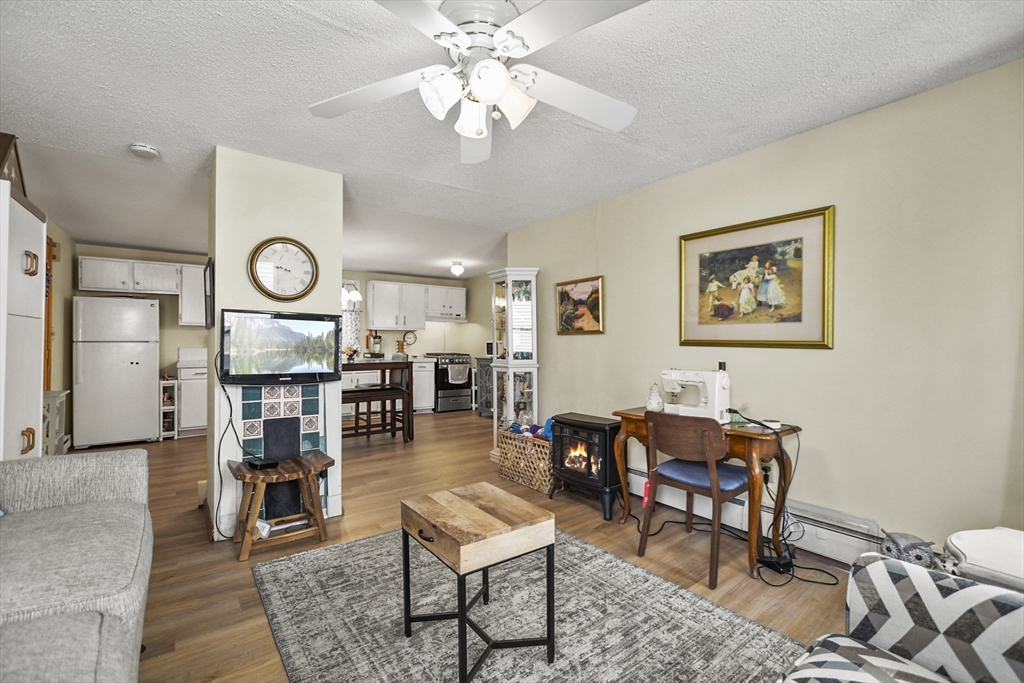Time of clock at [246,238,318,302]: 3:32
